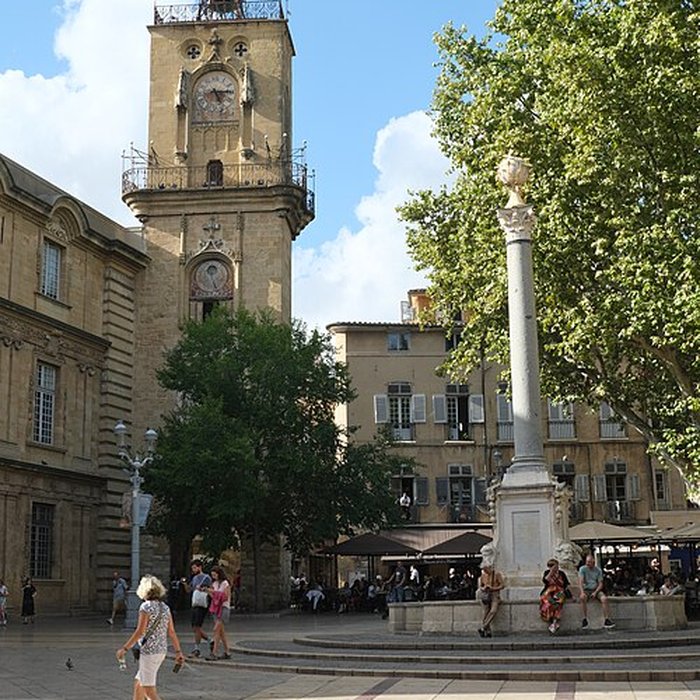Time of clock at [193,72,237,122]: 5:14
